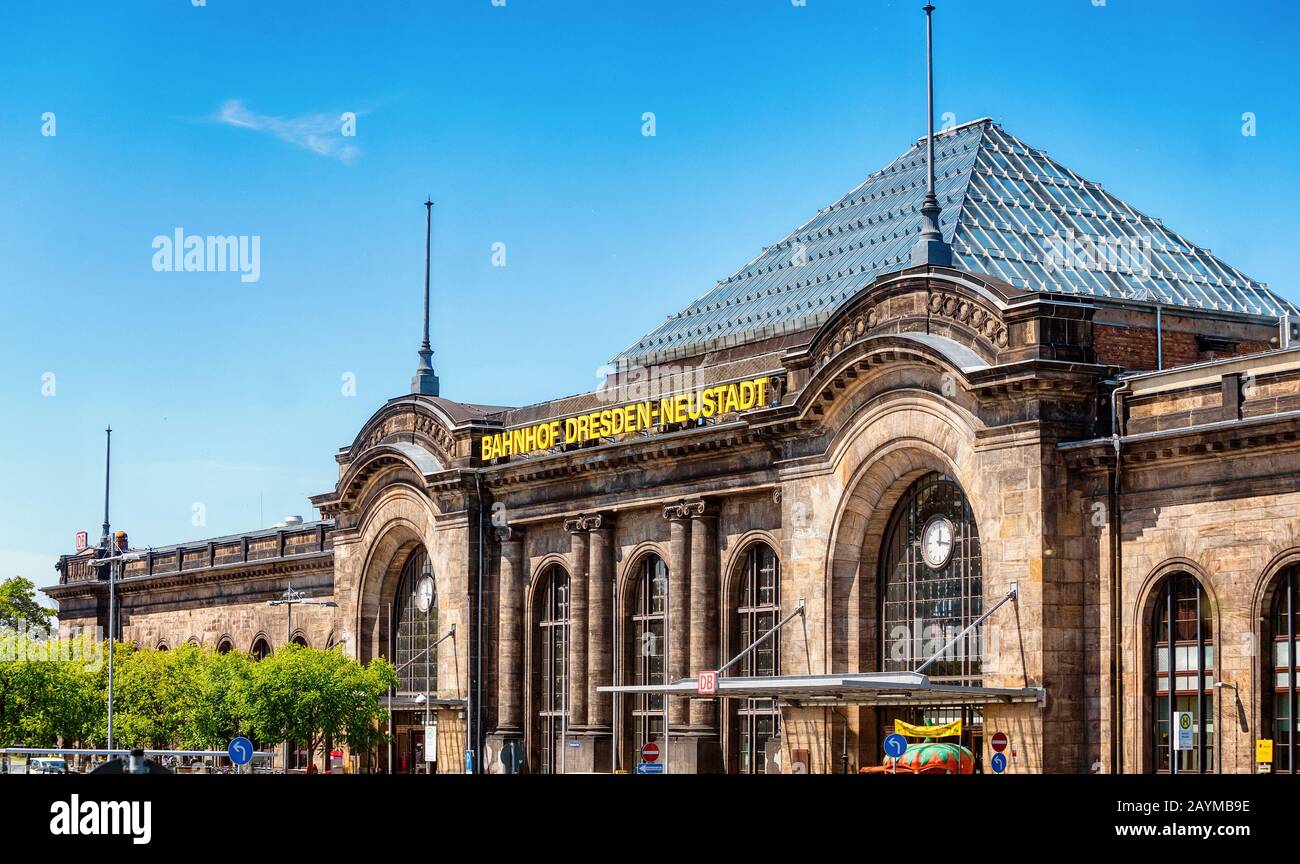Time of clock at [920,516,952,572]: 12:16
